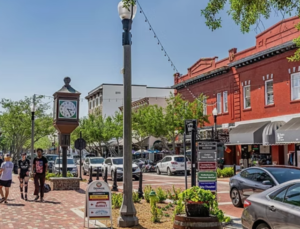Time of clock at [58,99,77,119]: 3:24
